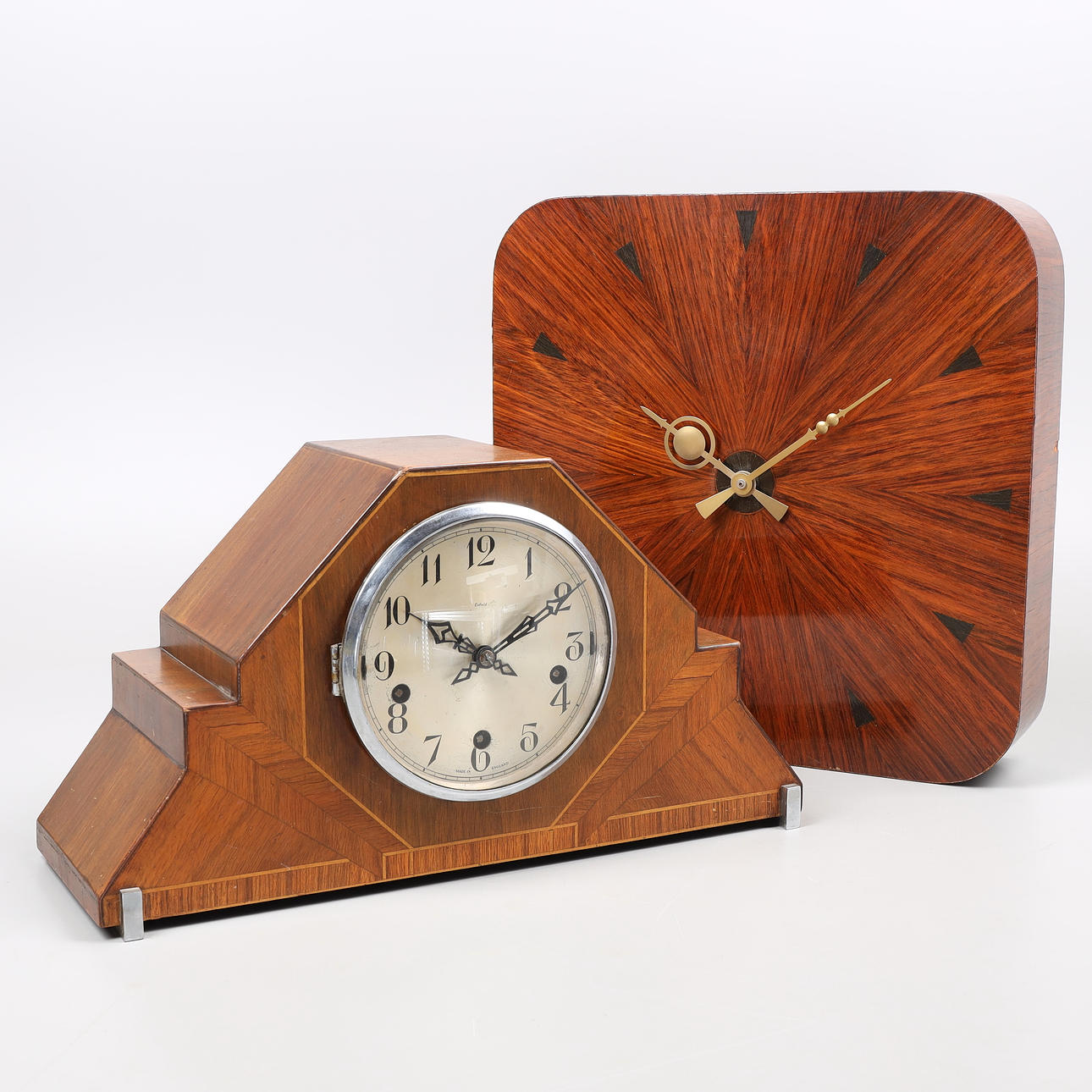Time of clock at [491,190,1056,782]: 10:09
